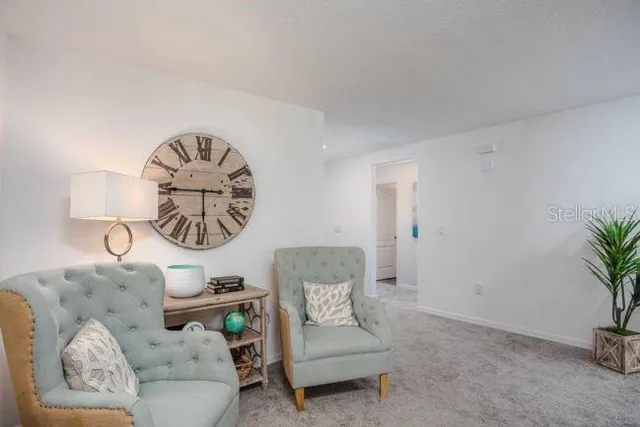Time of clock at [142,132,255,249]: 5:45
